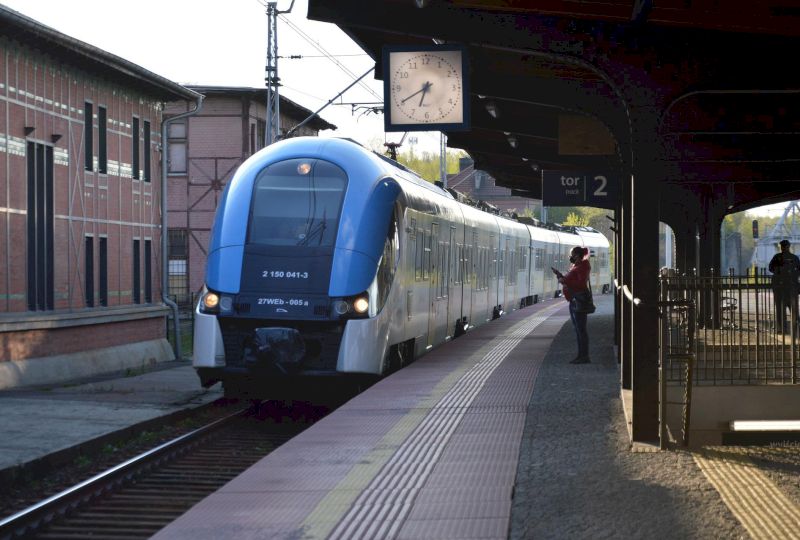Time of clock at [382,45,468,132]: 6:40
